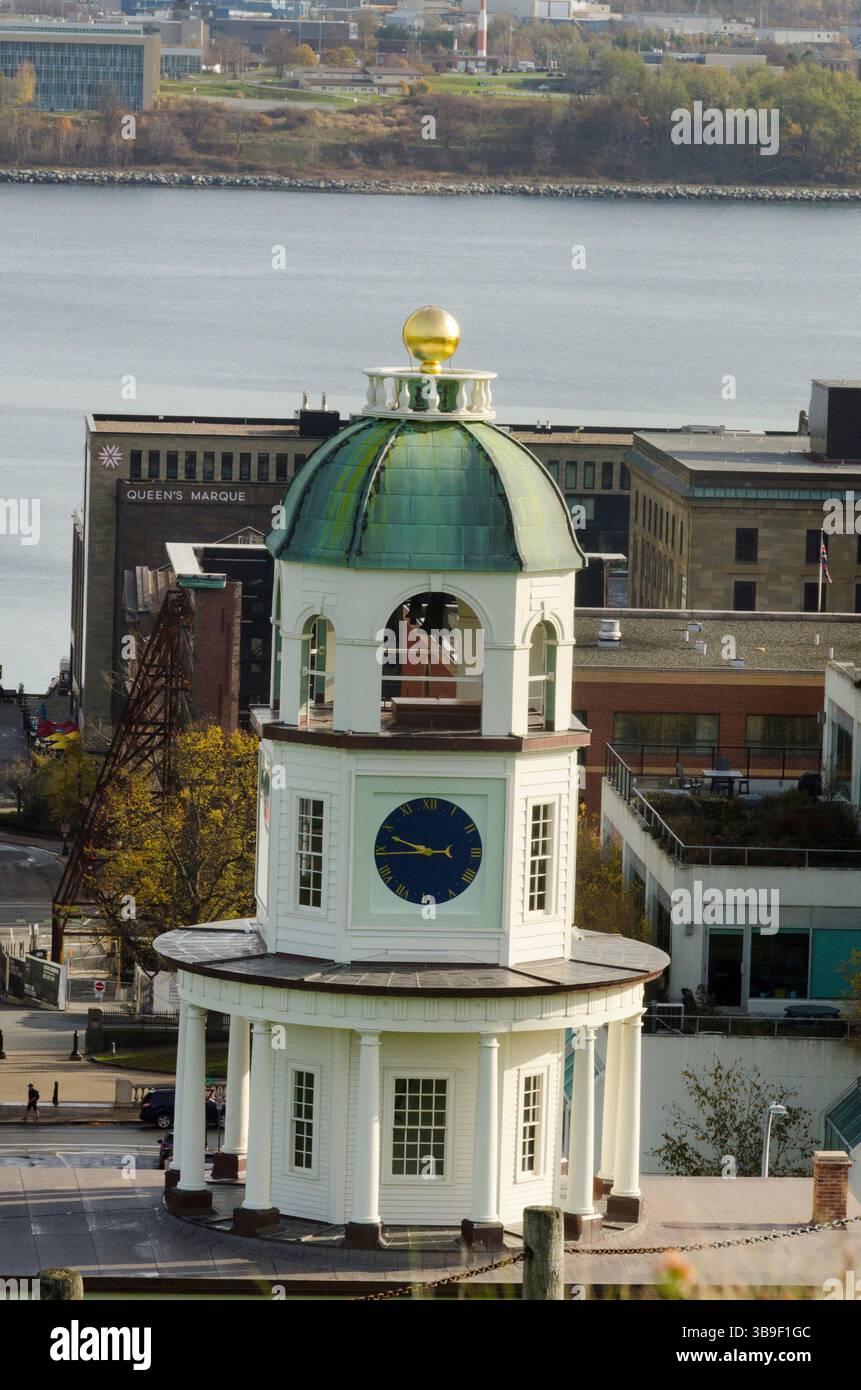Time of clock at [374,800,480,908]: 9:44
